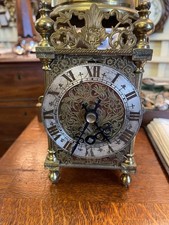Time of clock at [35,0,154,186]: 4:34
